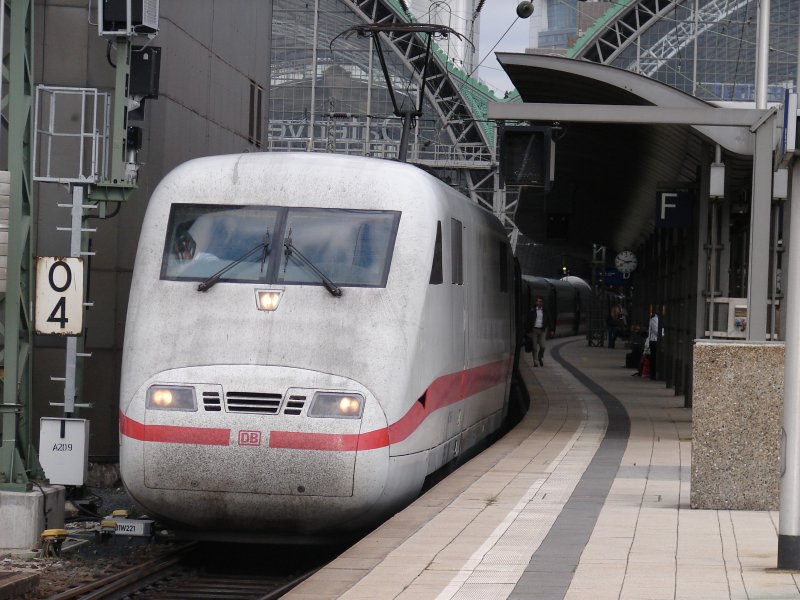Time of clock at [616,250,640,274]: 2:48
